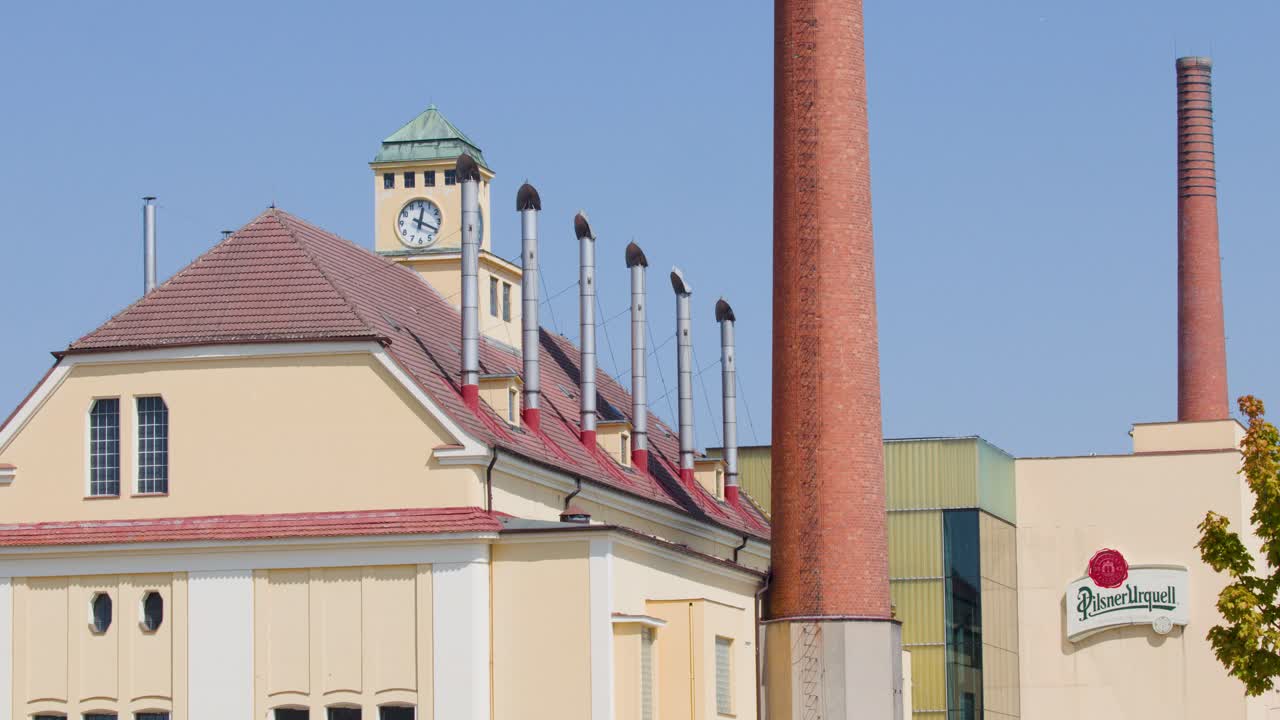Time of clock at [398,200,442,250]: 12:19
